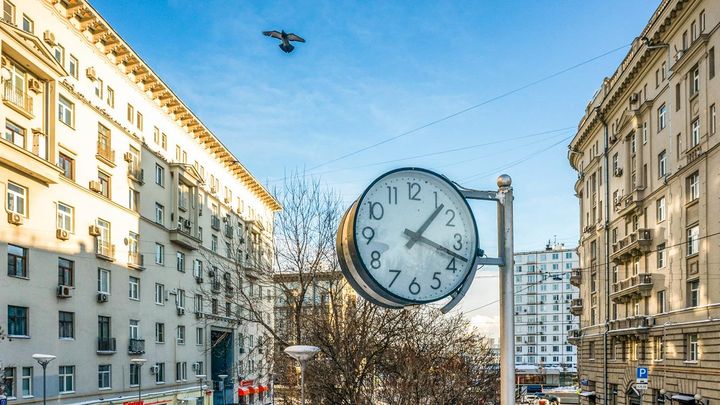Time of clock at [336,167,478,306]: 1:18
